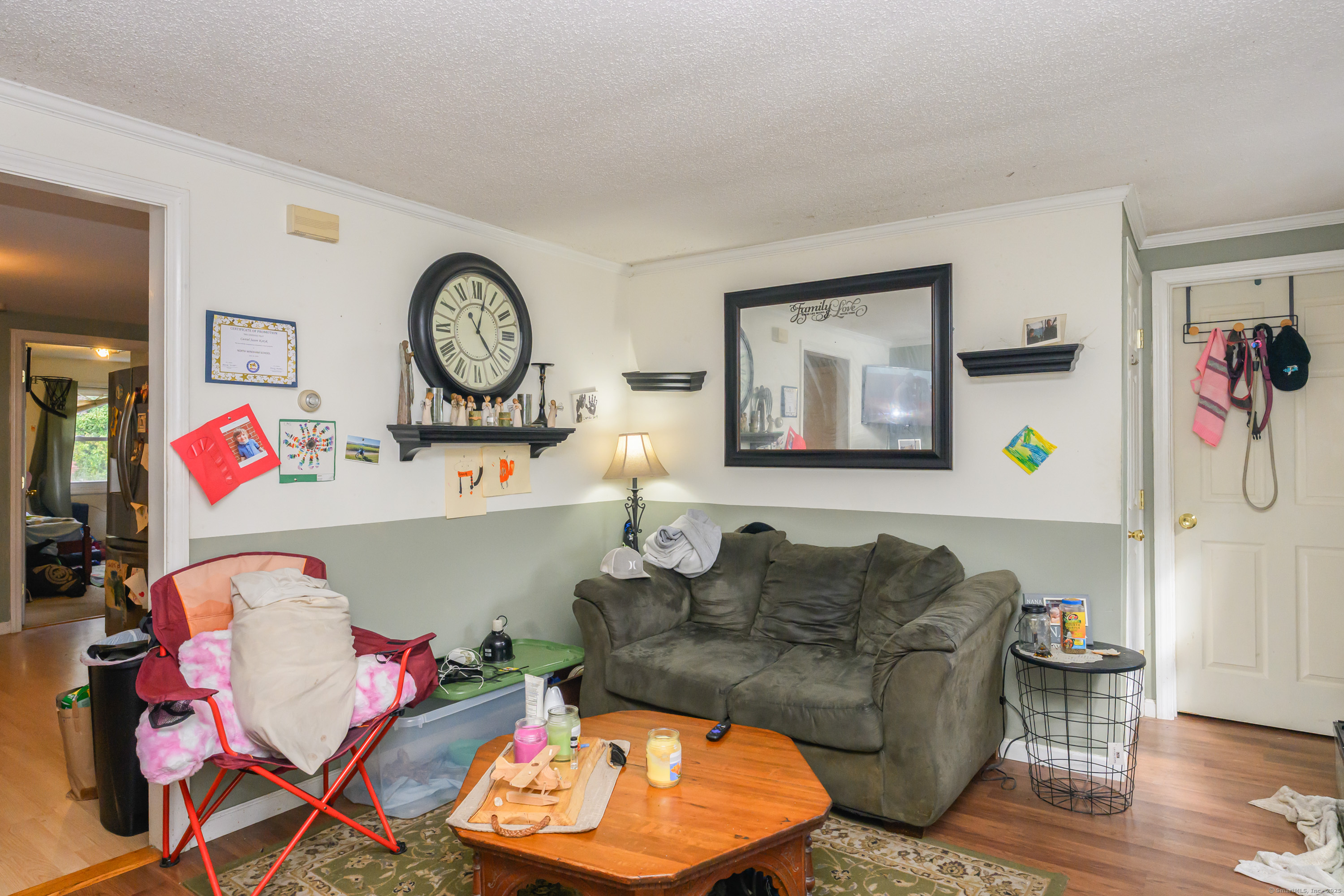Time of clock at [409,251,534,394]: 12:23
